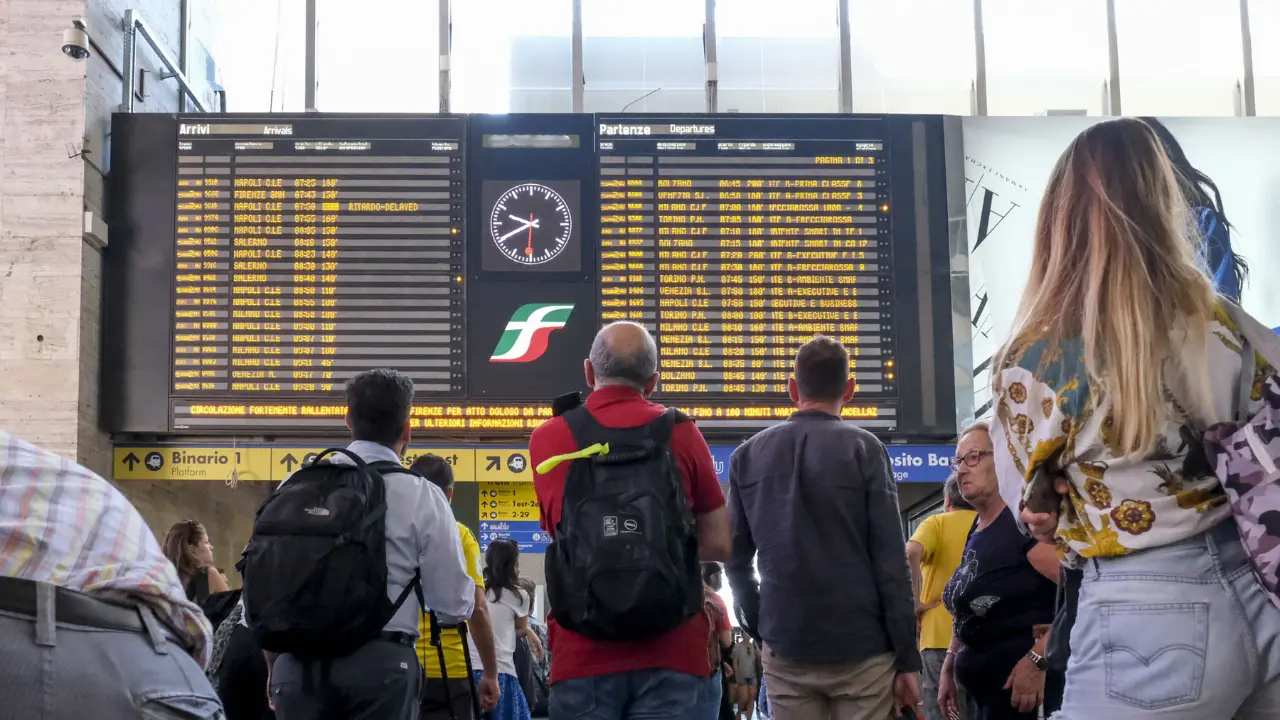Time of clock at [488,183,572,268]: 9:40
